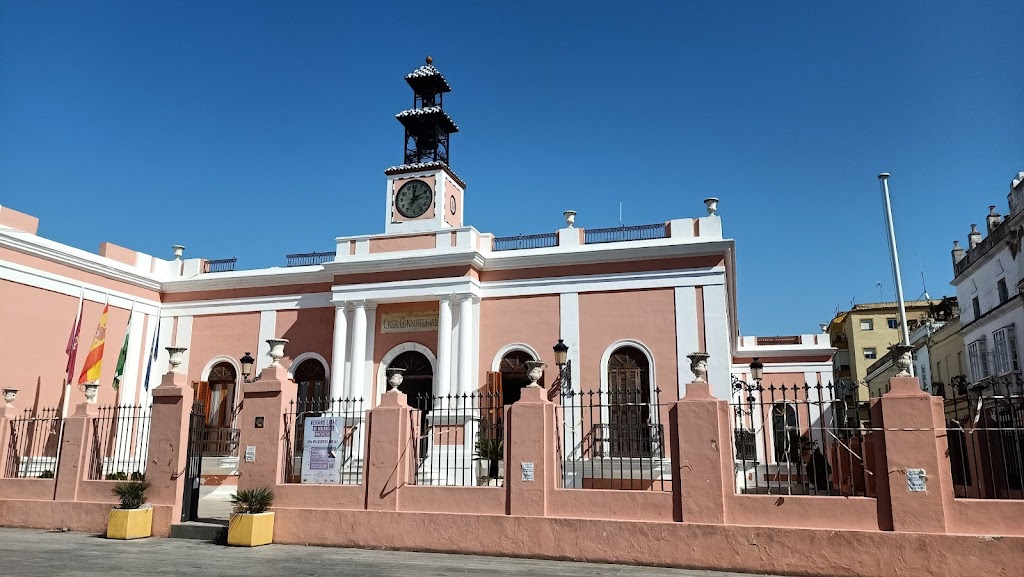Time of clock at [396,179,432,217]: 12:10
